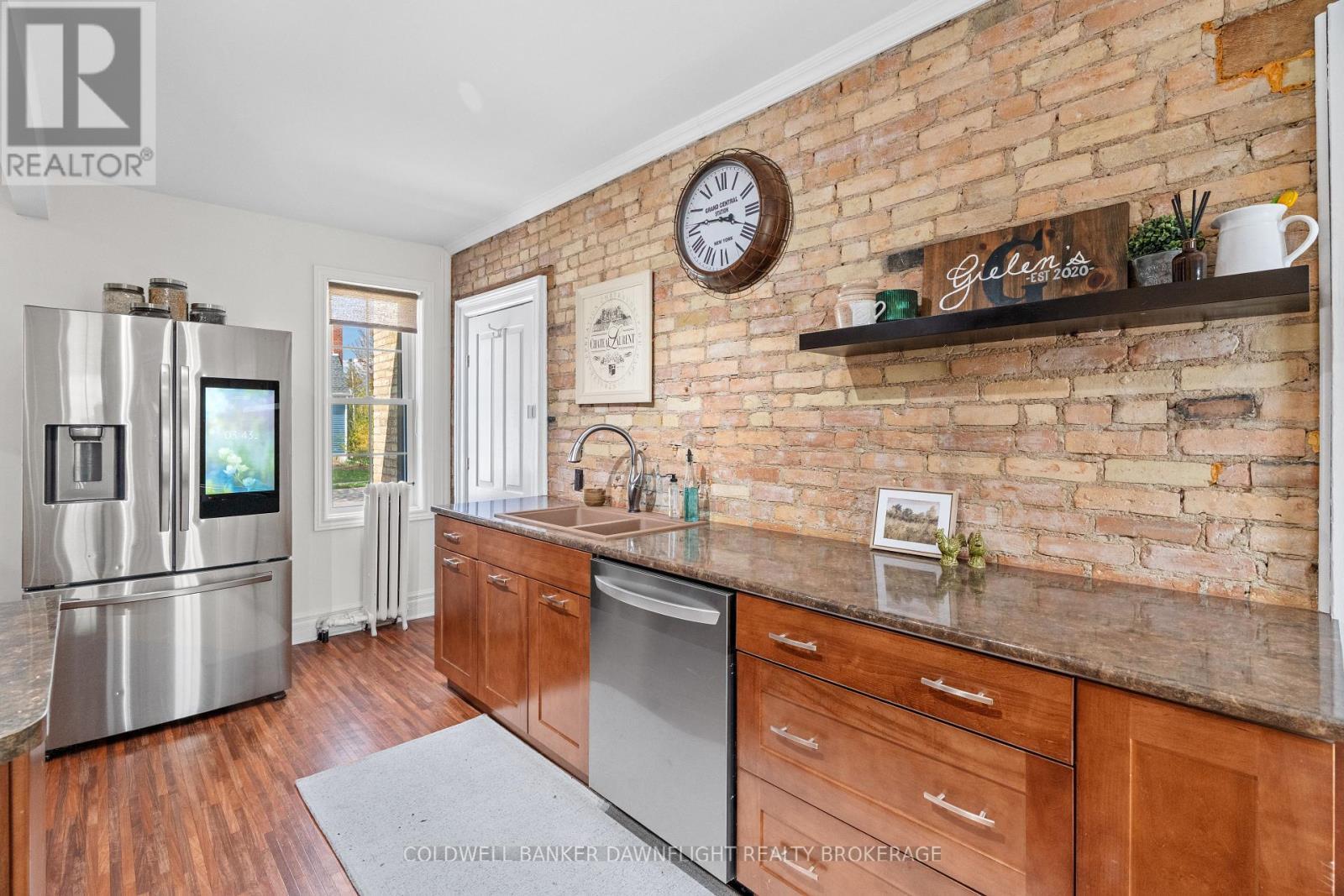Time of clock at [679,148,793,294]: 3:46
